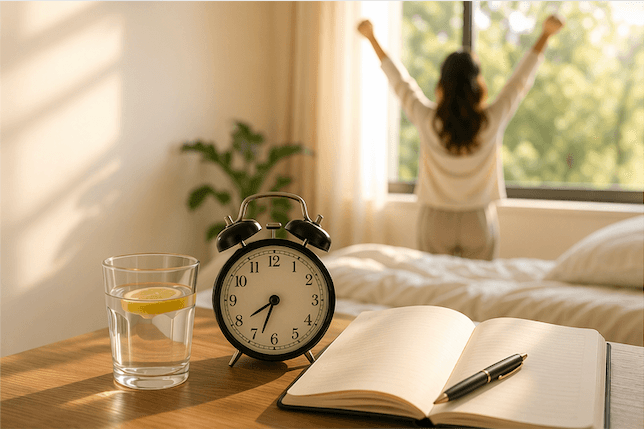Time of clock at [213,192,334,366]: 7:33
